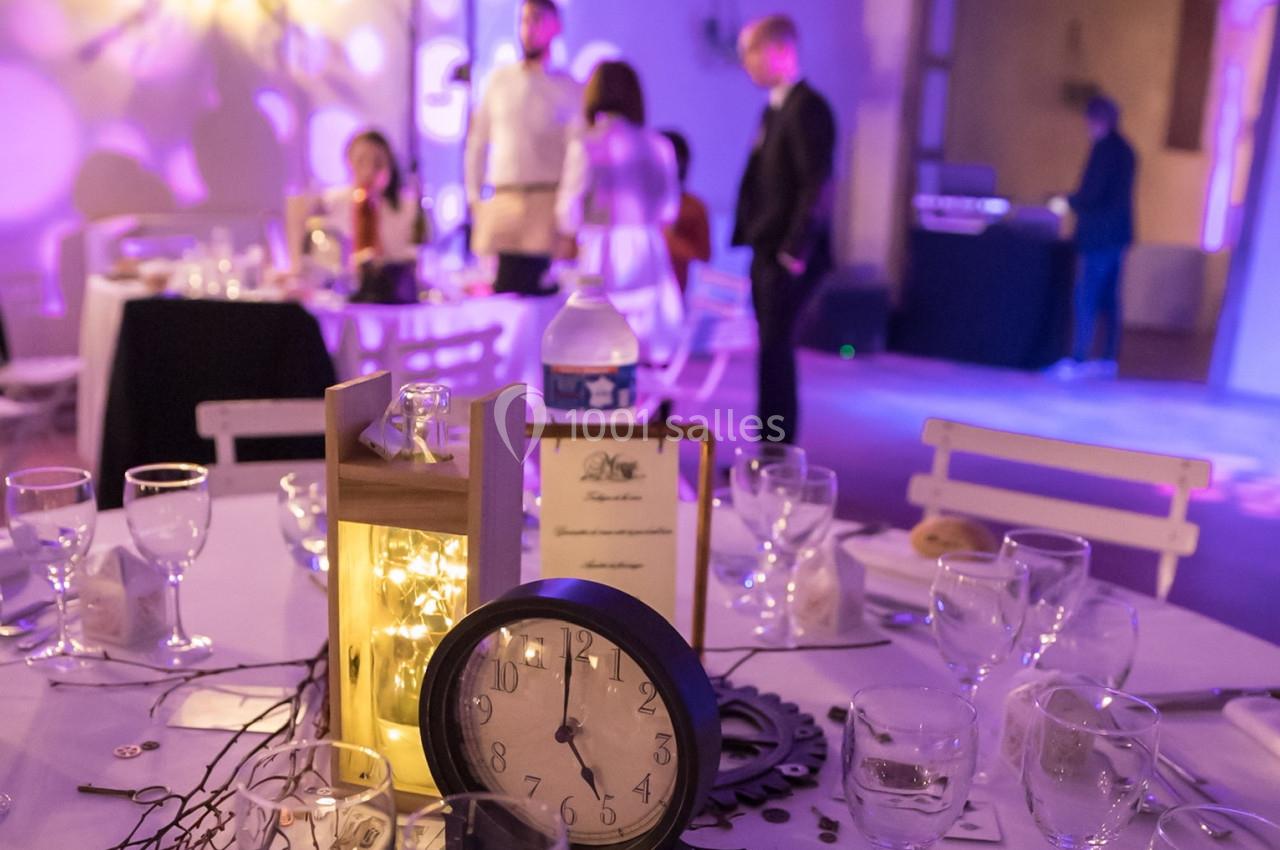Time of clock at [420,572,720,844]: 5:00
